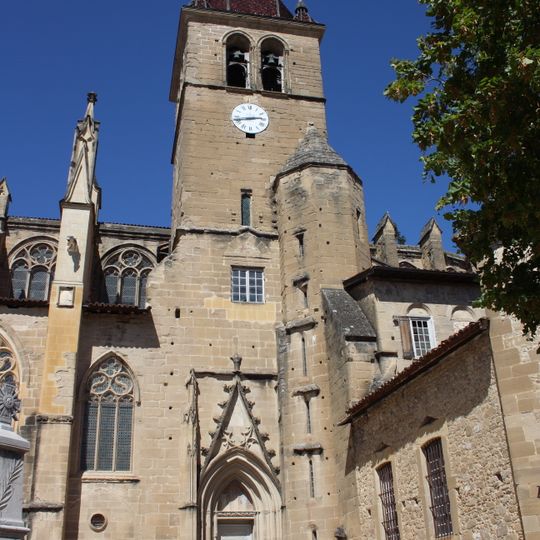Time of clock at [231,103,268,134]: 2:42
